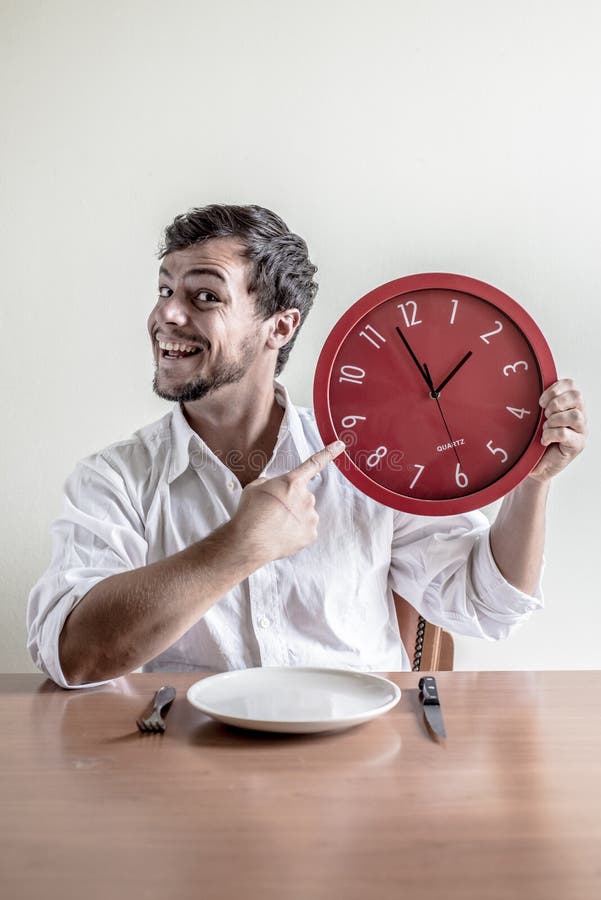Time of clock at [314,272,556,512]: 1:57
